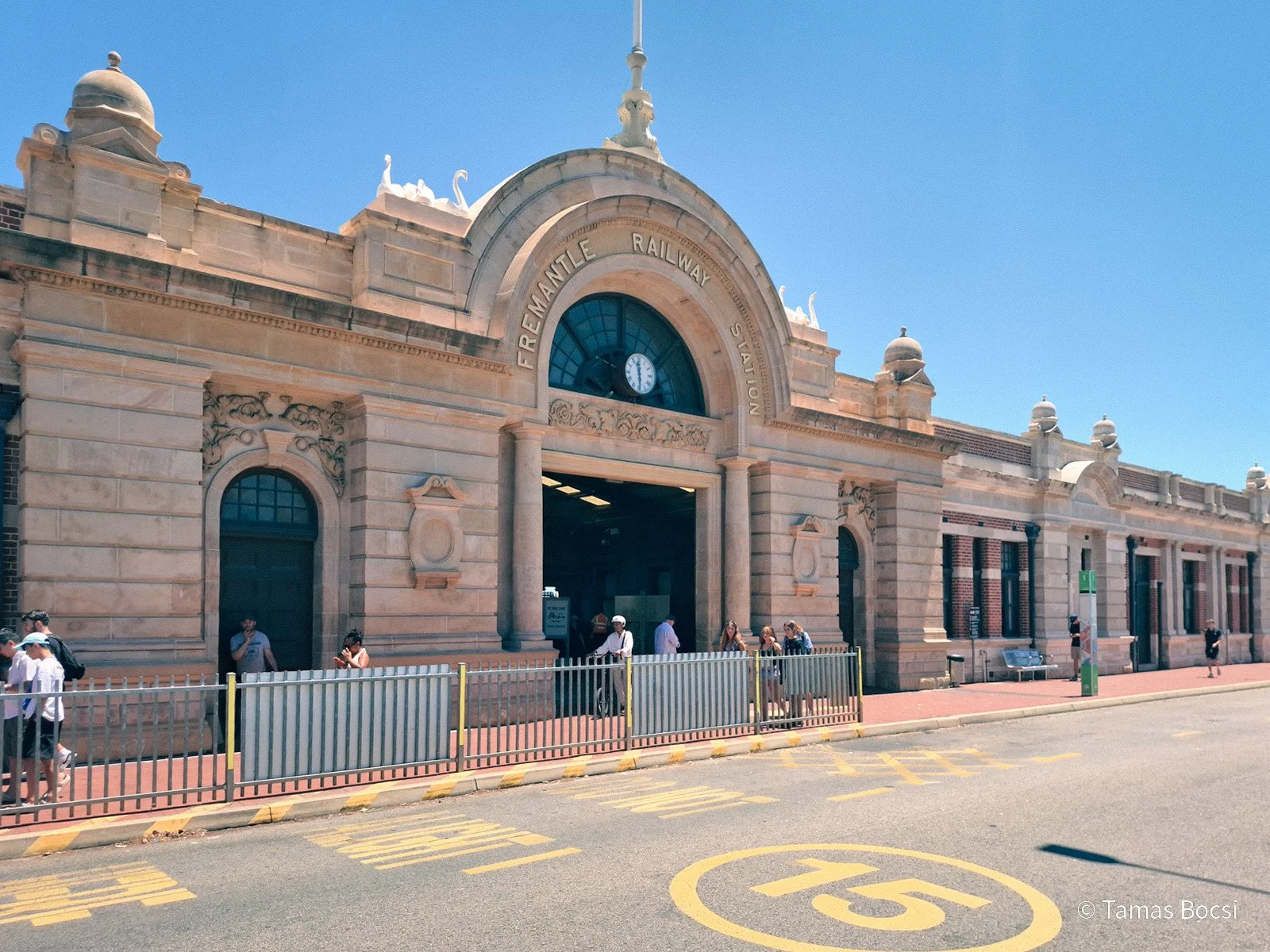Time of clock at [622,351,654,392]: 11:29
